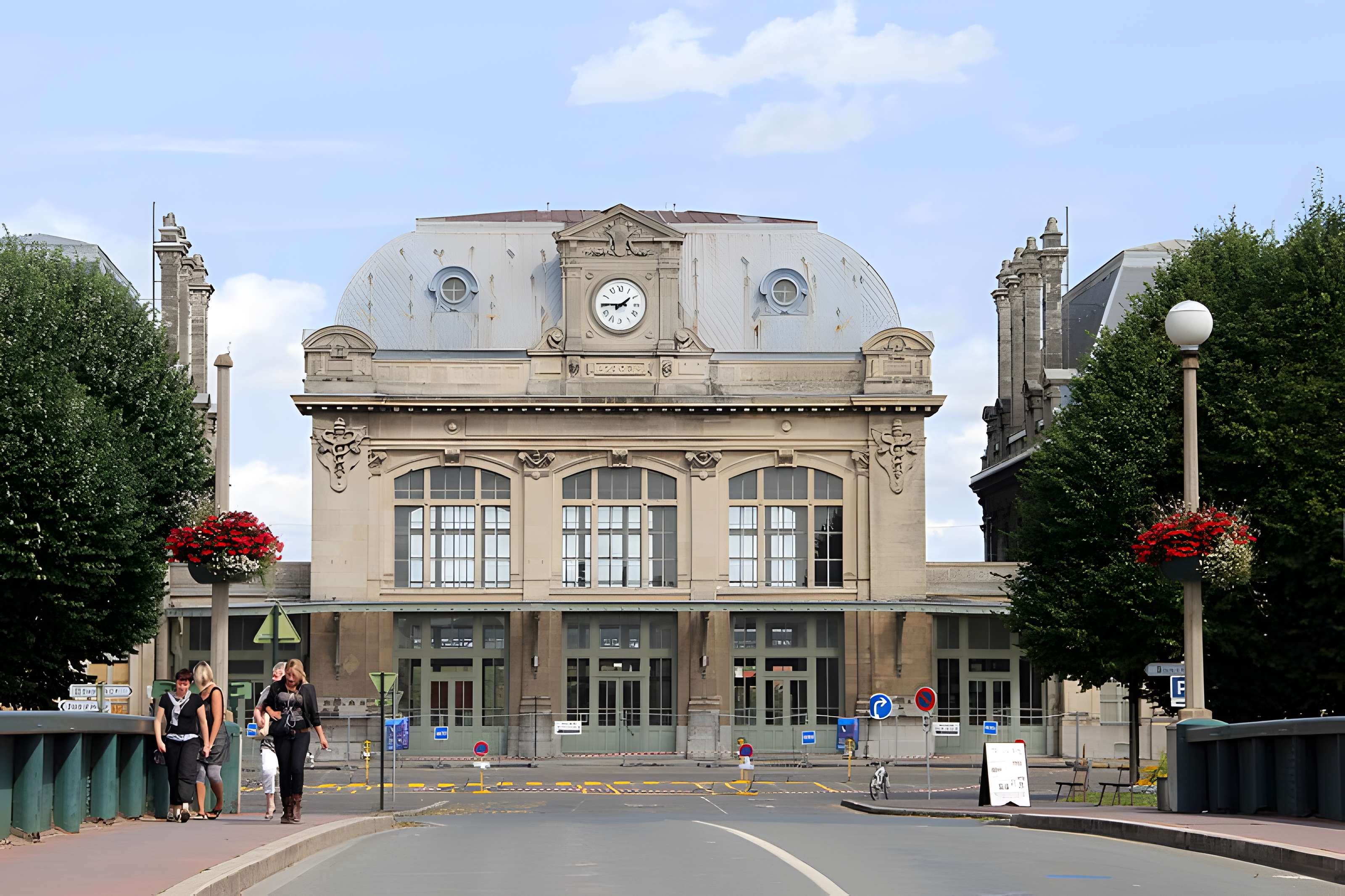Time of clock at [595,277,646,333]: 1:45
